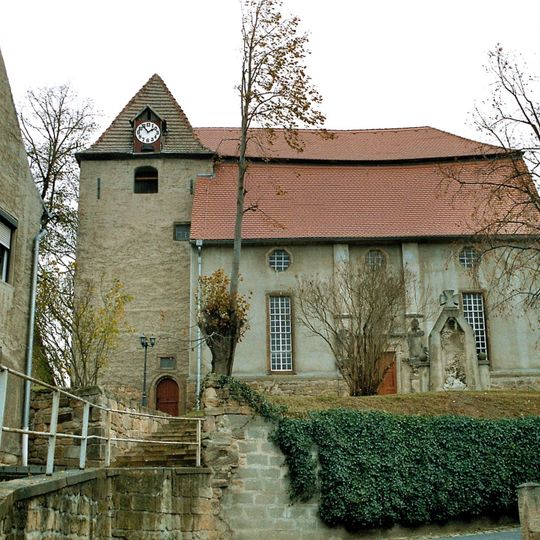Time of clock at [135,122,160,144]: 1:54
